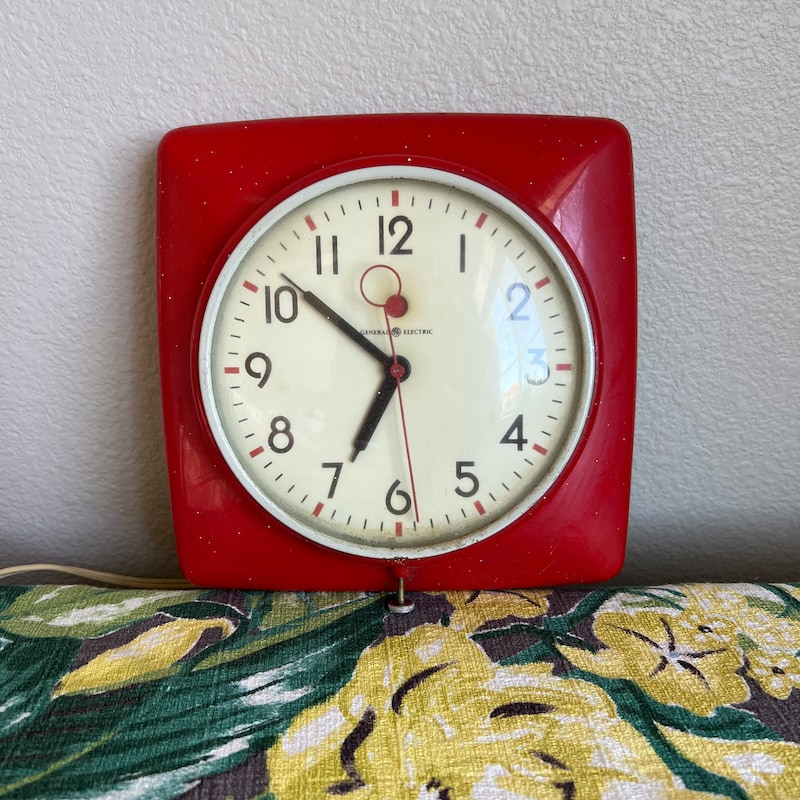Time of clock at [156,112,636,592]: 6:51
